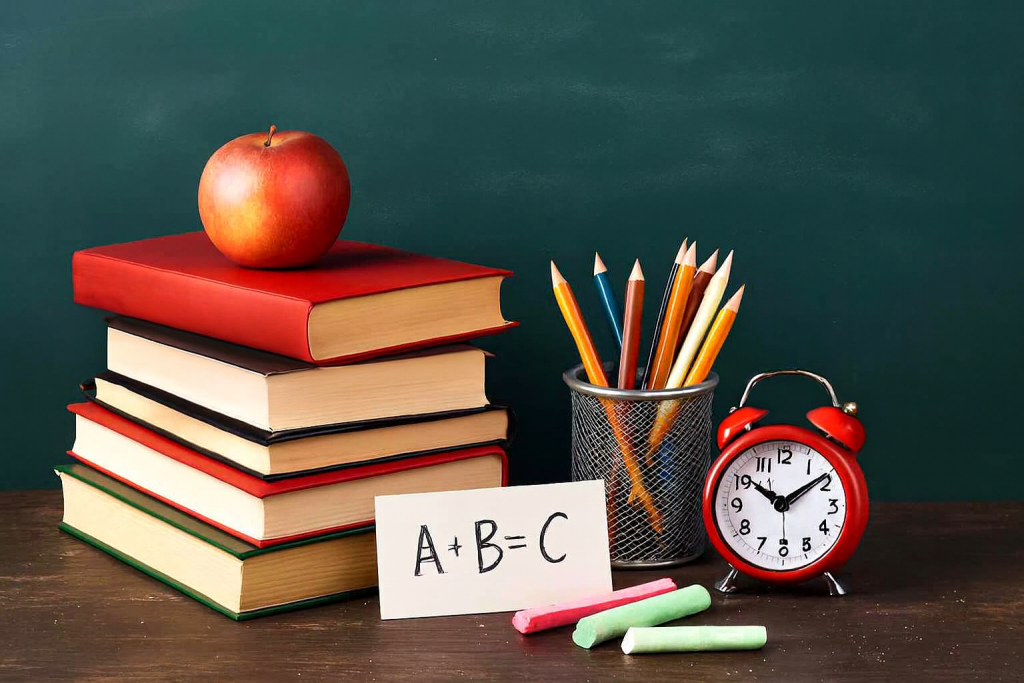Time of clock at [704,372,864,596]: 10:09
